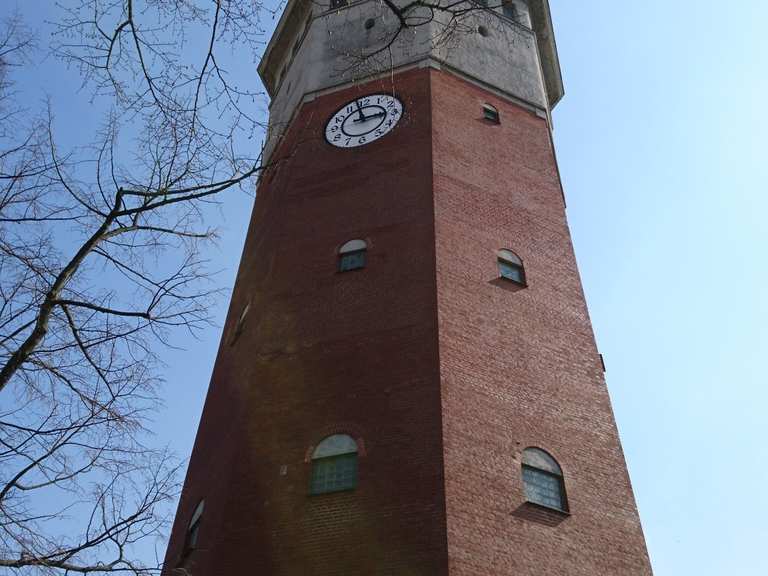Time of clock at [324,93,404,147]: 2:58
